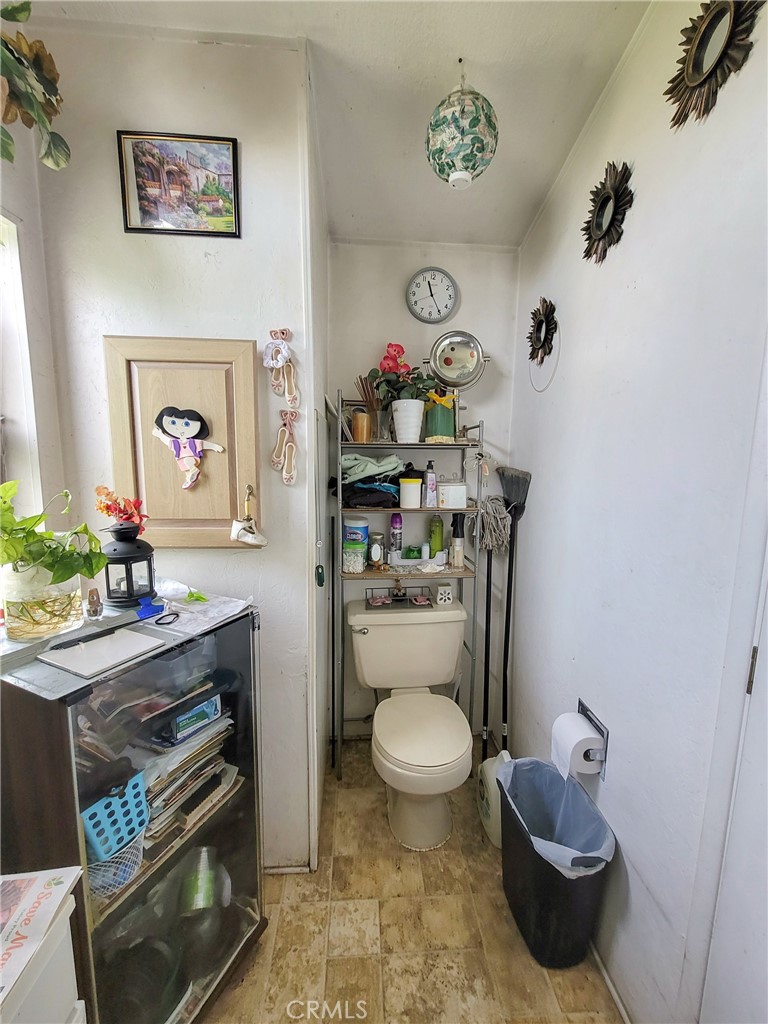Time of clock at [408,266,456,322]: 11:24
